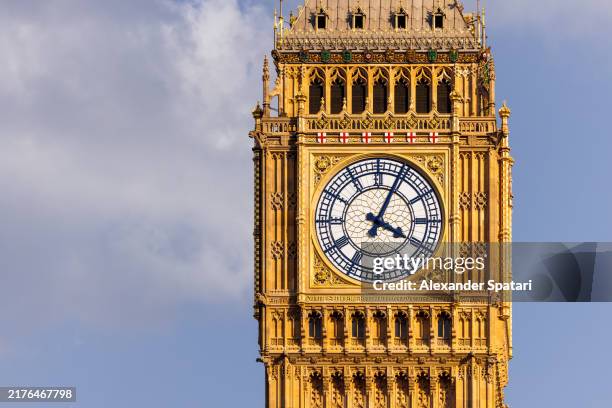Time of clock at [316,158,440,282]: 4:04
